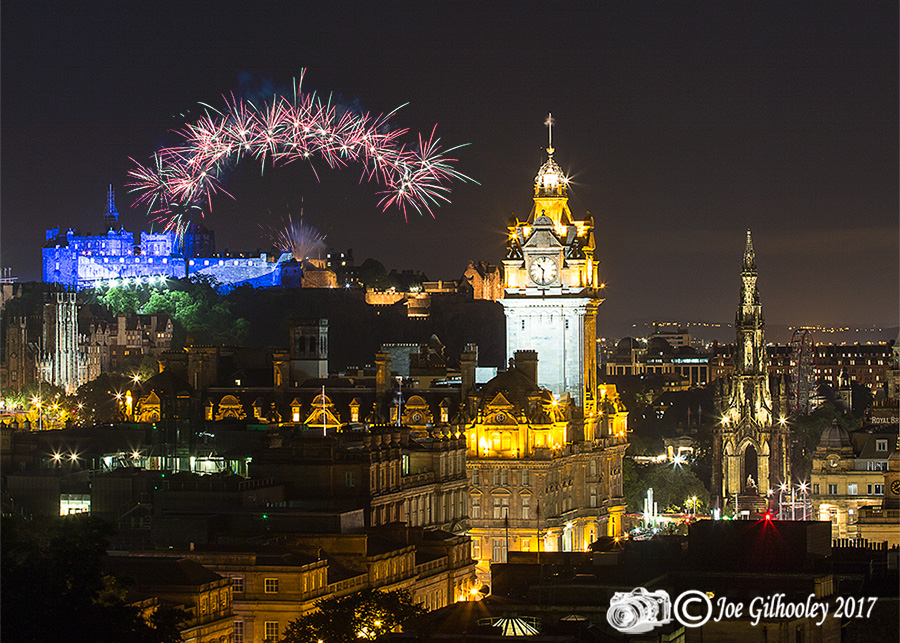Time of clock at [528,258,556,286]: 10:31
